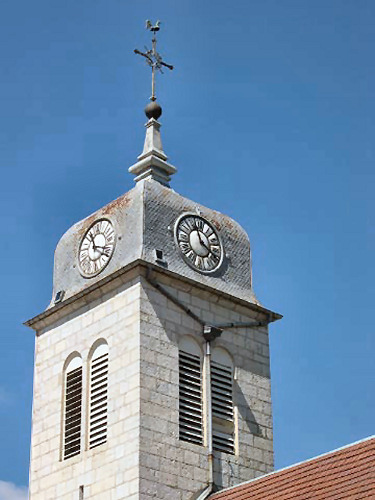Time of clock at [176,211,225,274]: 11:19
